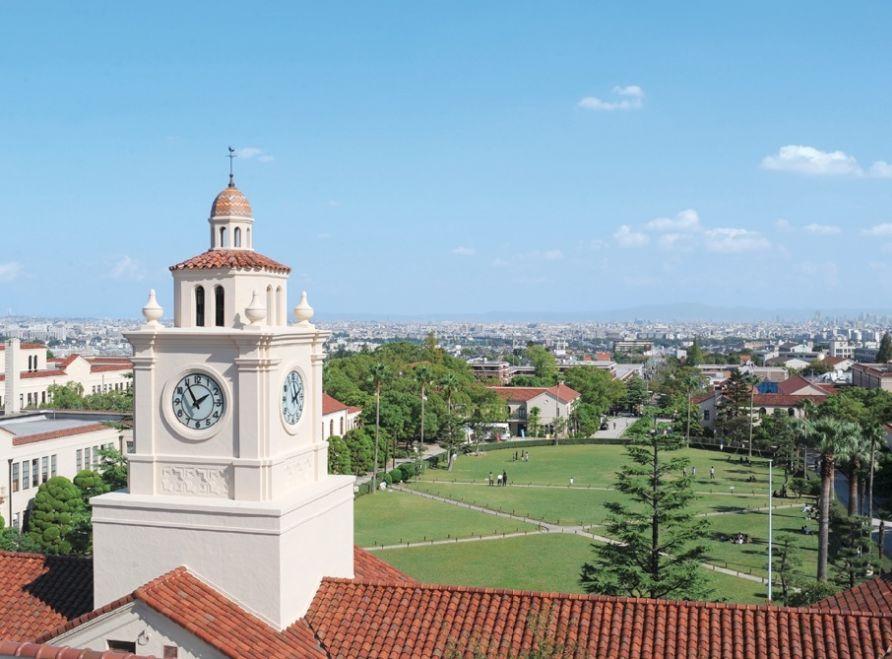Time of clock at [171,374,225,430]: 1:54
